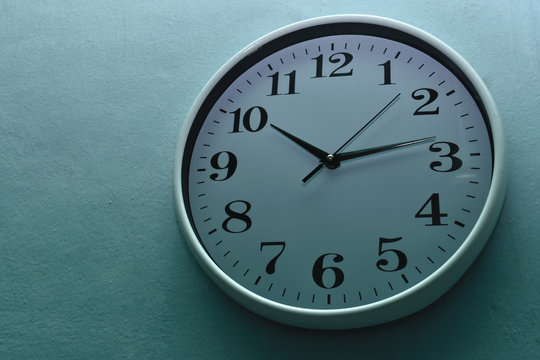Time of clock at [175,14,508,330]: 10:13
